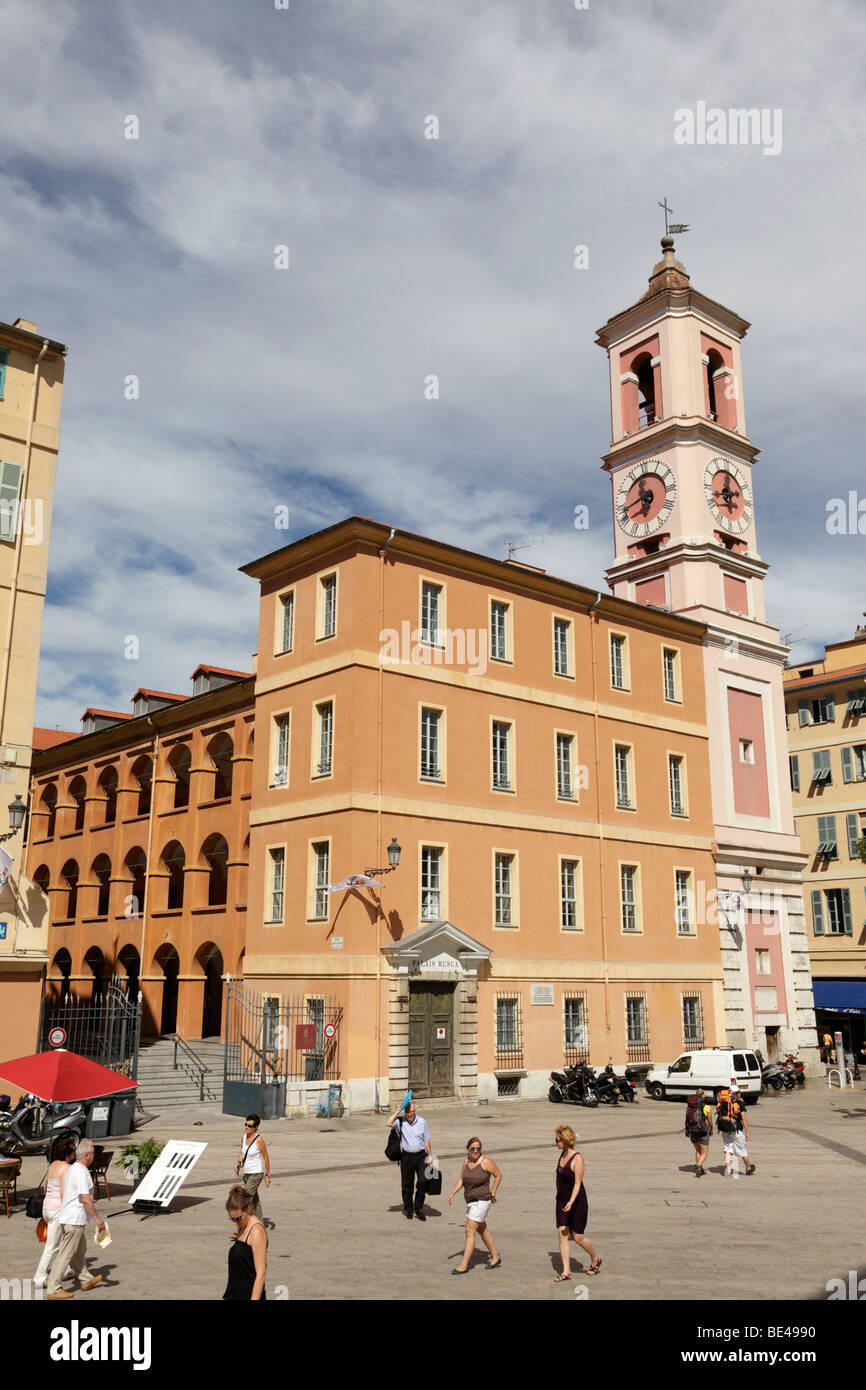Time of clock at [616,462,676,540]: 11:42
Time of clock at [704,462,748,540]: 5:42
